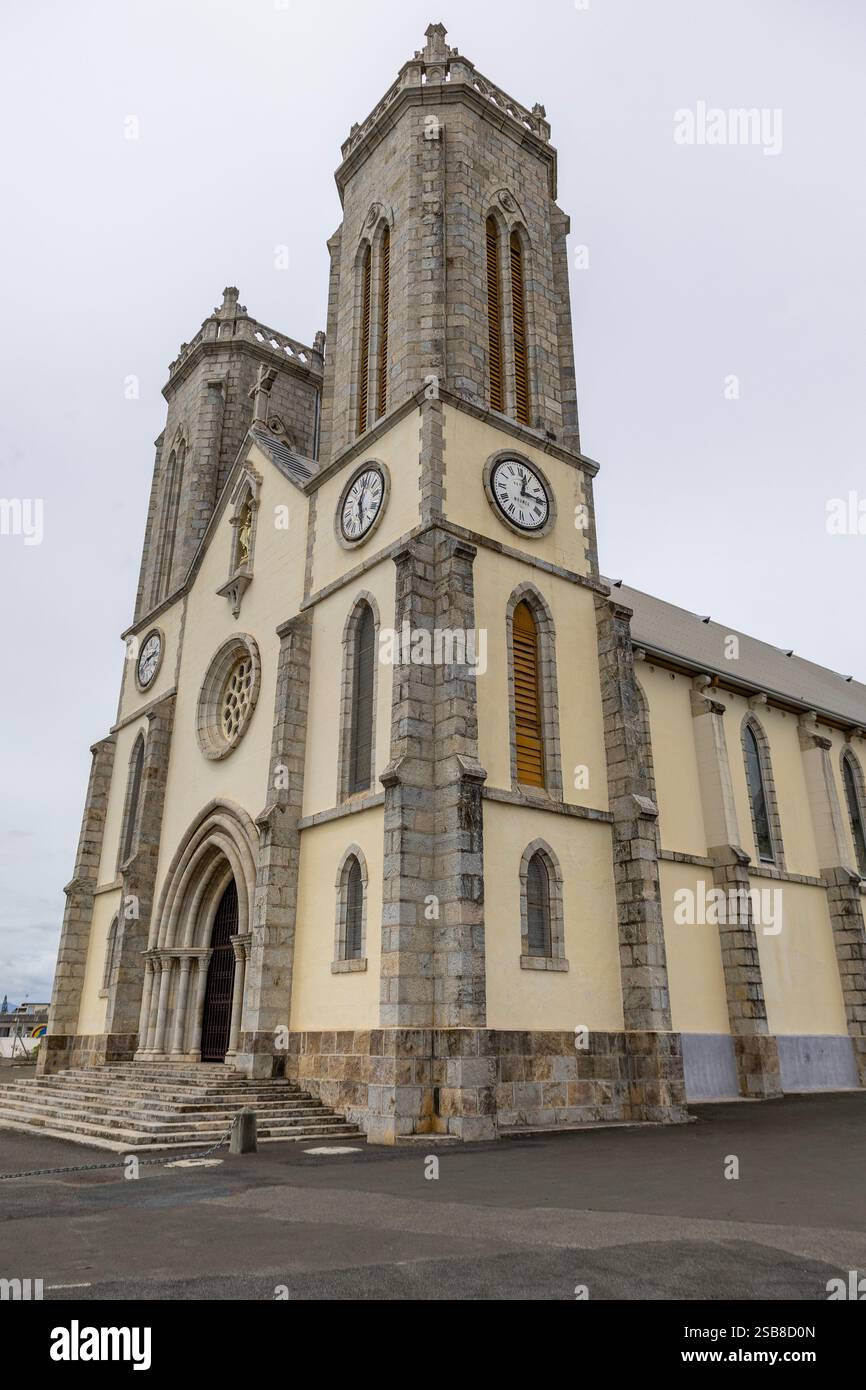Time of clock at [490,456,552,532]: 12:14
